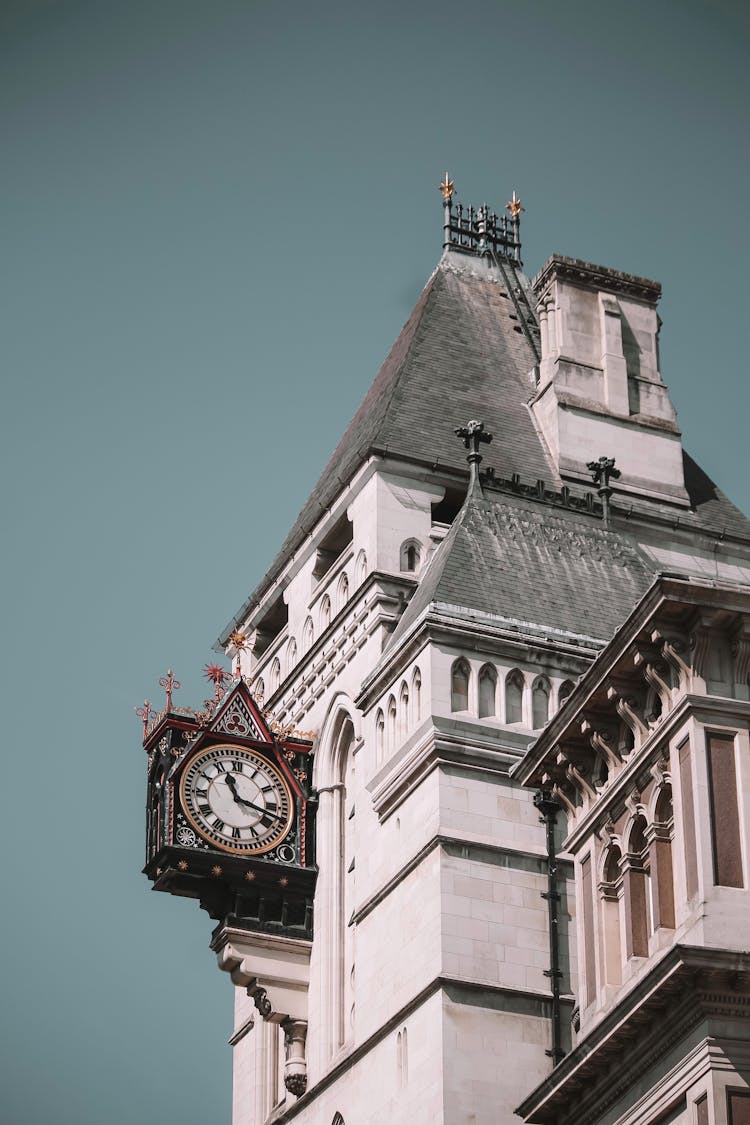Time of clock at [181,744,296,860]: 11:17
